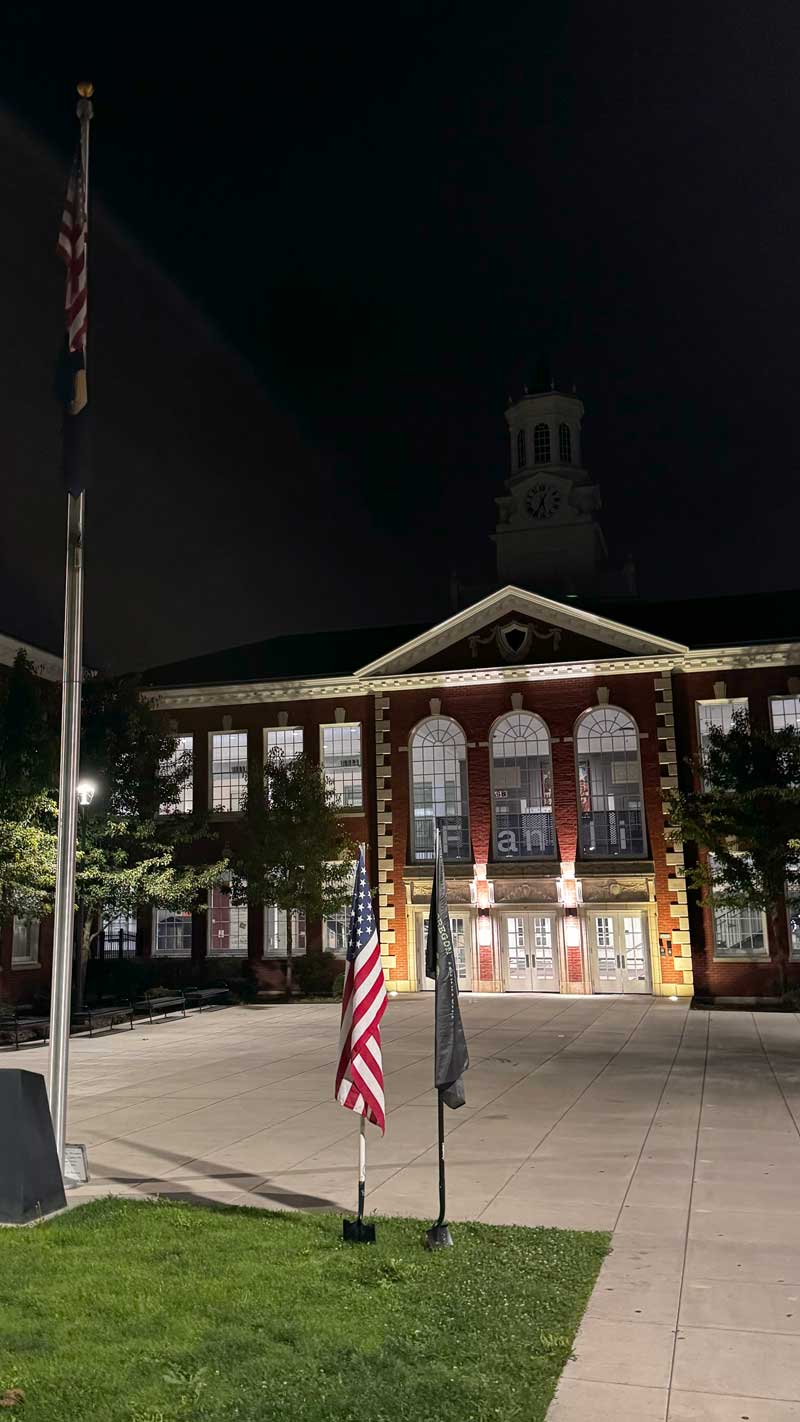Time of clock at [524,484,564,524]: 5:35
